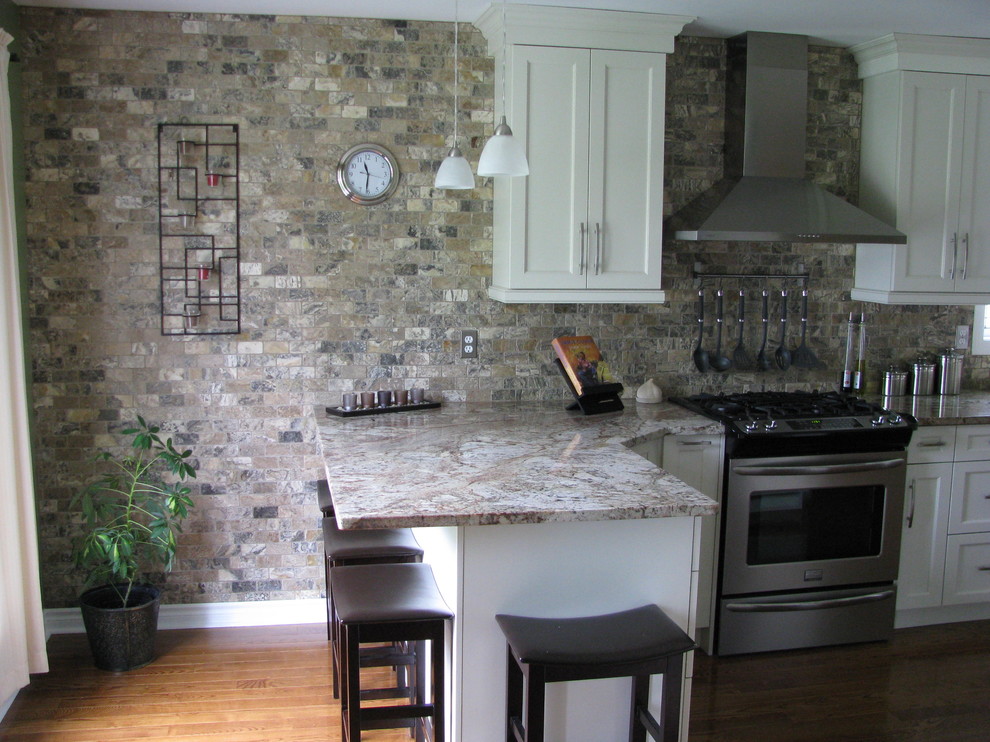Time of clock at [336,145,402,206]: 11:31
